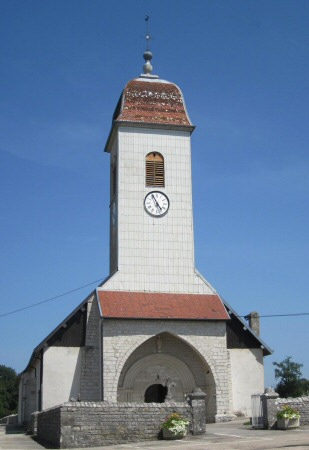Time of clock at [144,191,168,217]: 4:55
